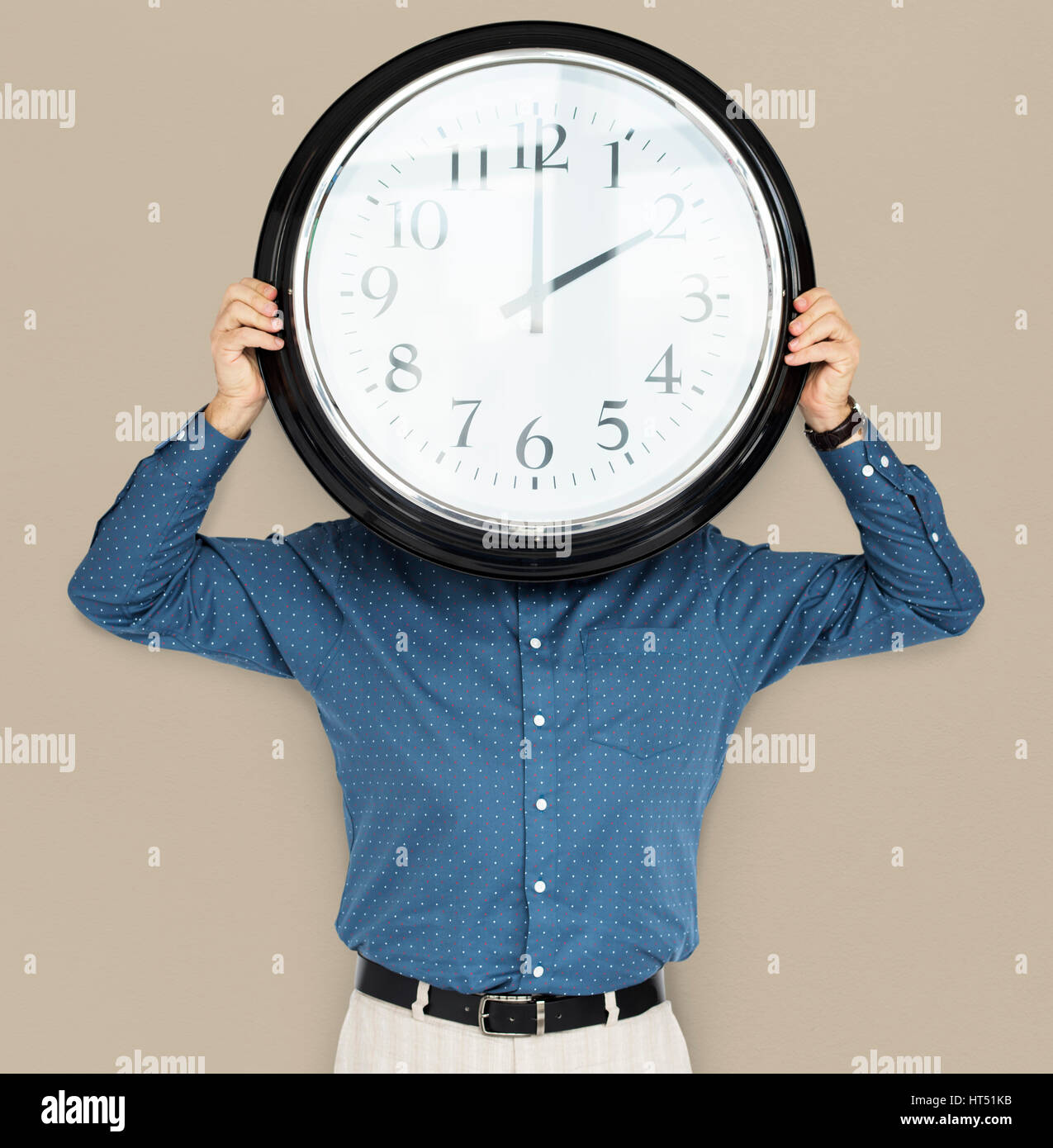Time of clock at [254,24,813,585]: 2:00
